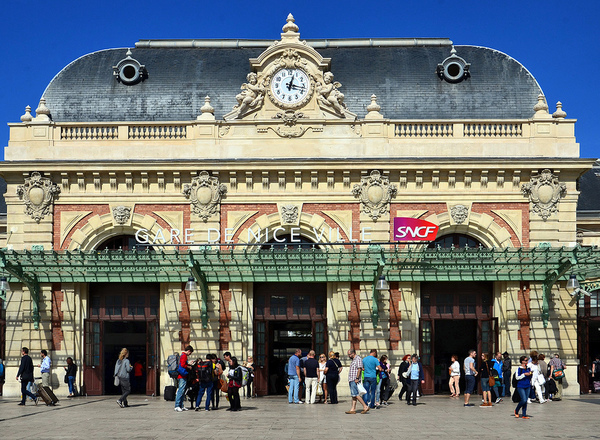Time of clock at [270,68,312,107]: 12:17
